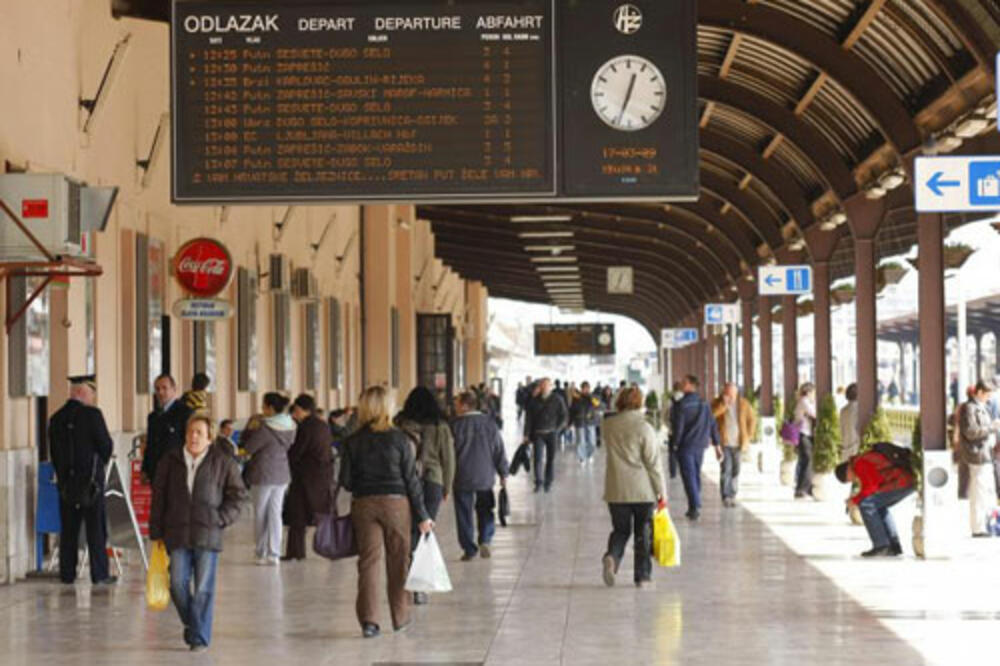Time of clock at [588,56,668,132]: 12:33
